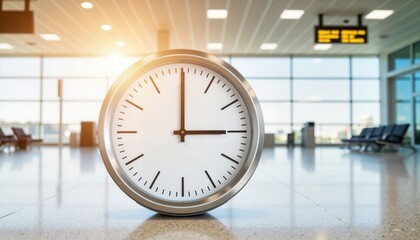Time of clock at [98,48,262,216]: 3:00
